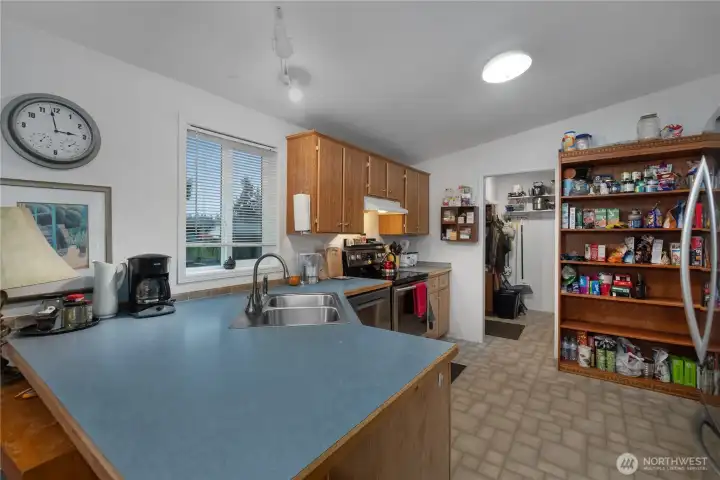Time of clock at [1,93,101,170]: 2:58
